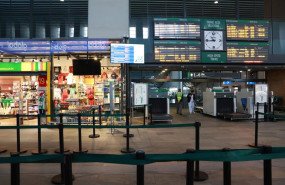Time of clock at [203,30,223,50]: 10:45
